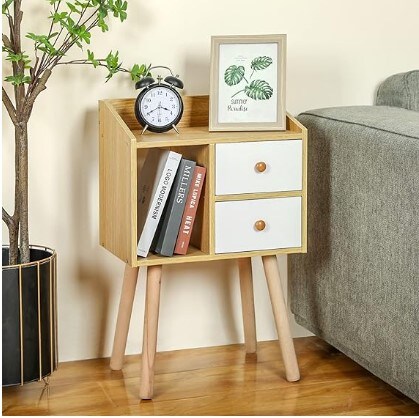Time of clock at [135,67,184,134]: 3:40
